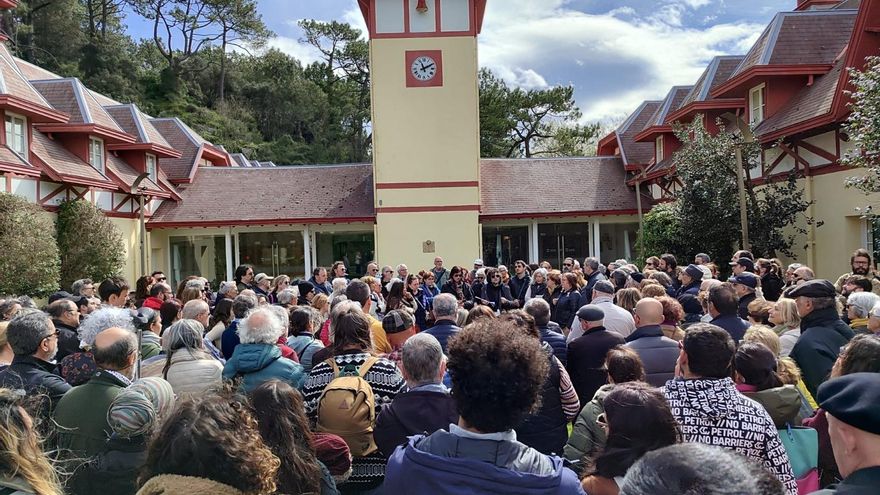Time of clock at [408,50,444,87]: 11:10
